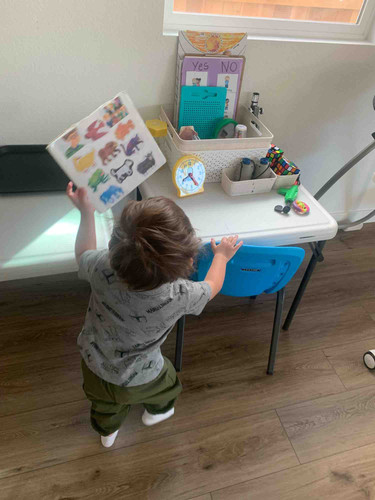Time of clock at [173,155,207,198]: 8:24
